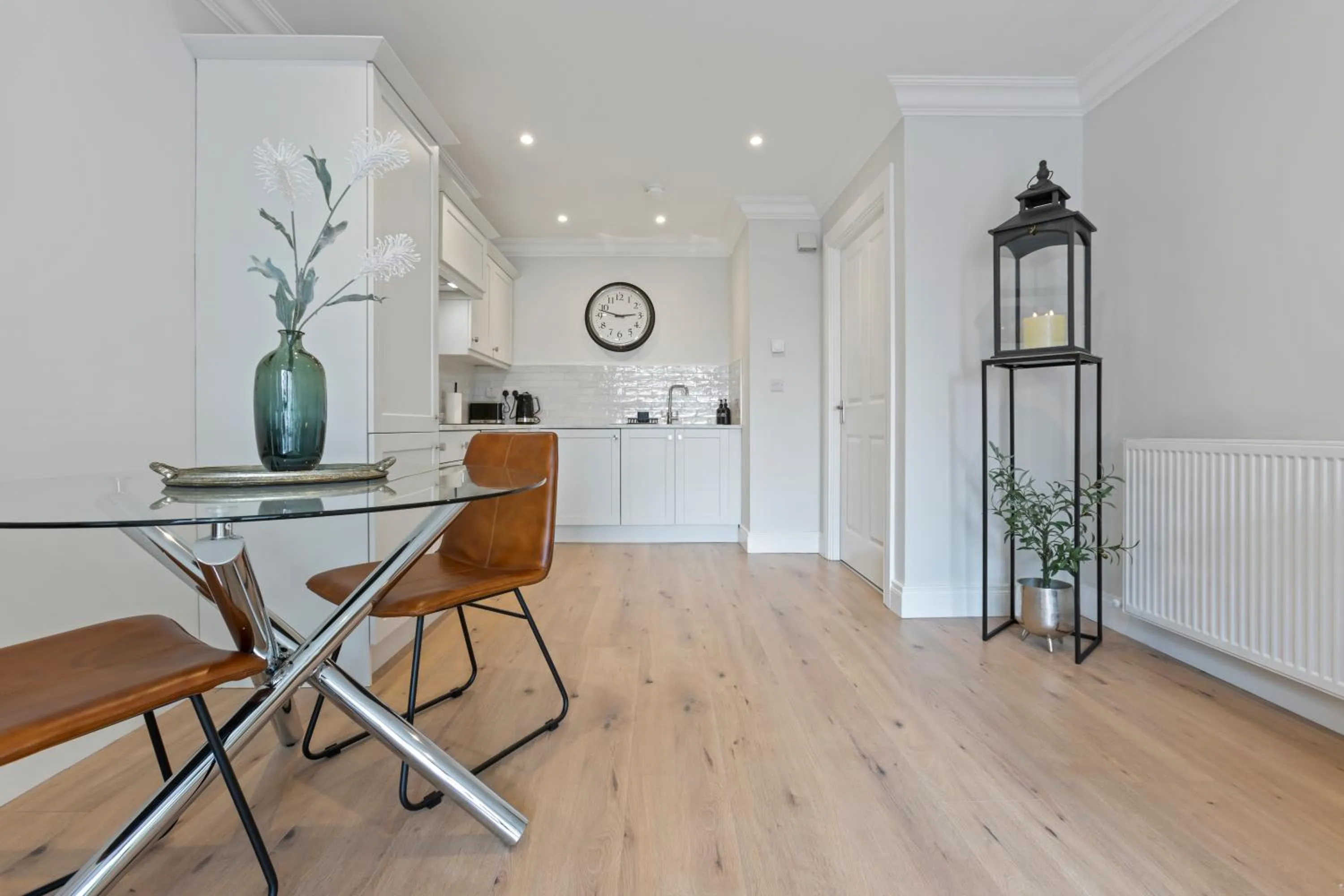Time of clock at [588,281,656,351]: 2:47
